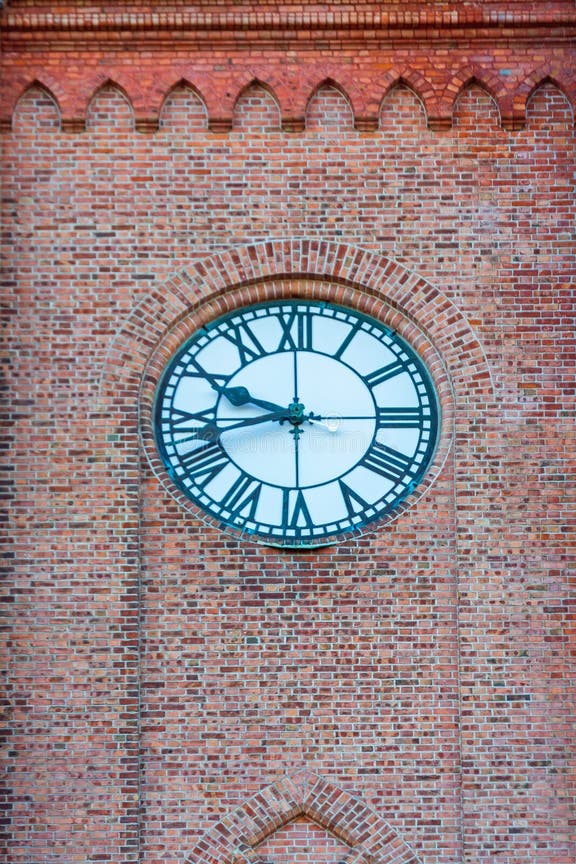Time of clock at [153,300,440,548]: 9:42
